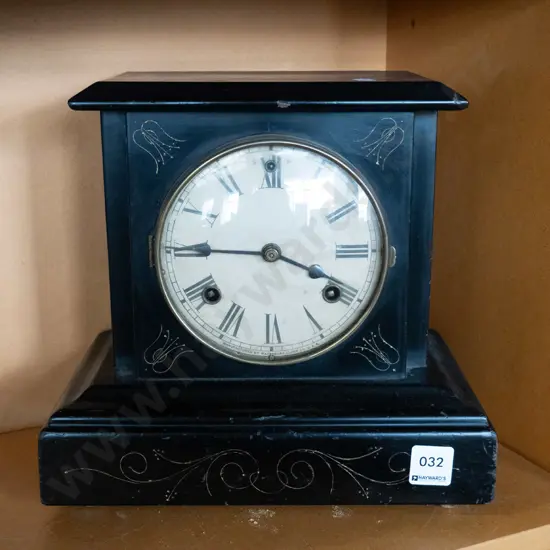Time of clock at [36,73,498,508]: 3:45
